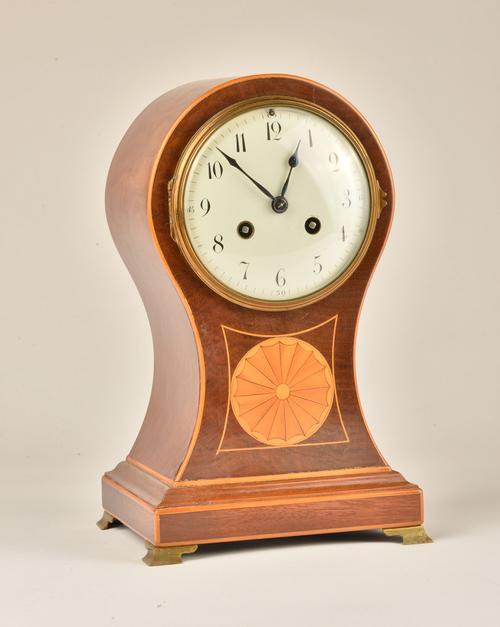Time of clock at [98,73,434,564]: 12:52
